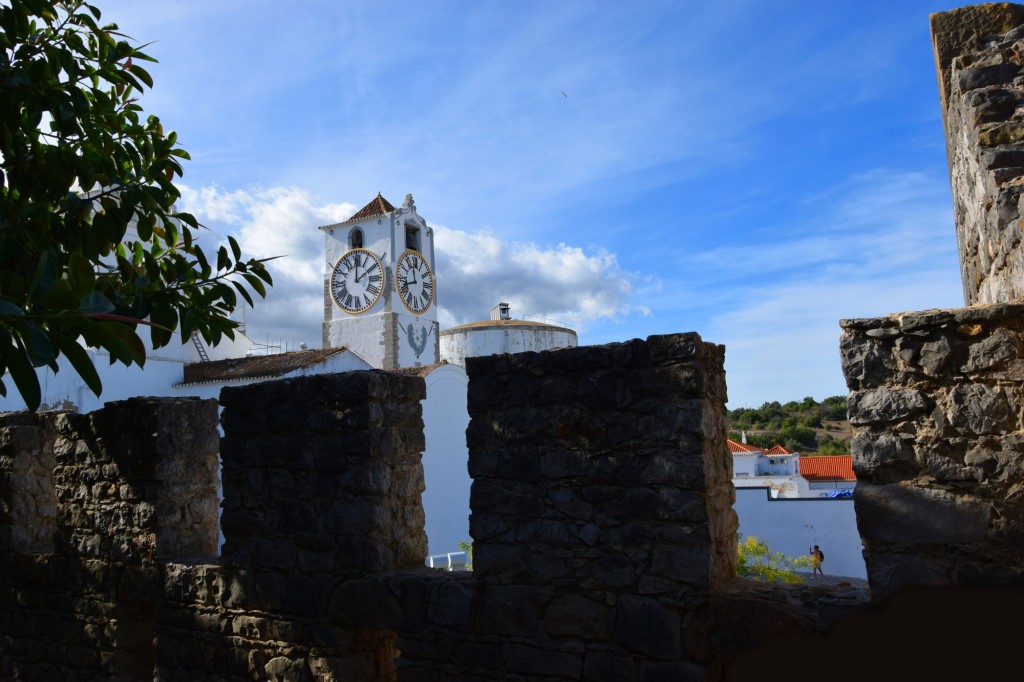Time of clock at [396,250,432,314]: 11:42
